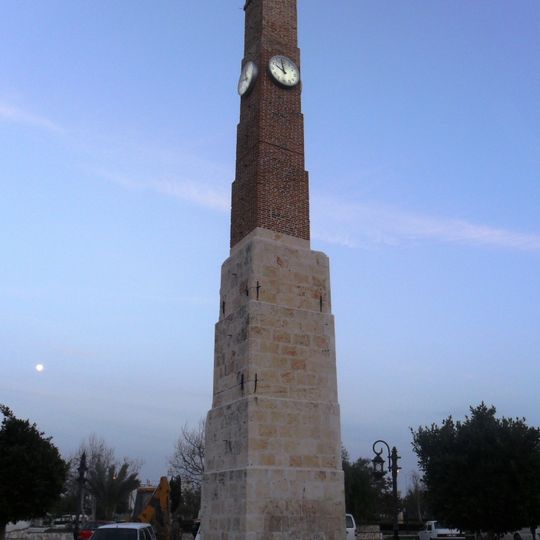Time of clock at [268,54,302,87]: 9:59
